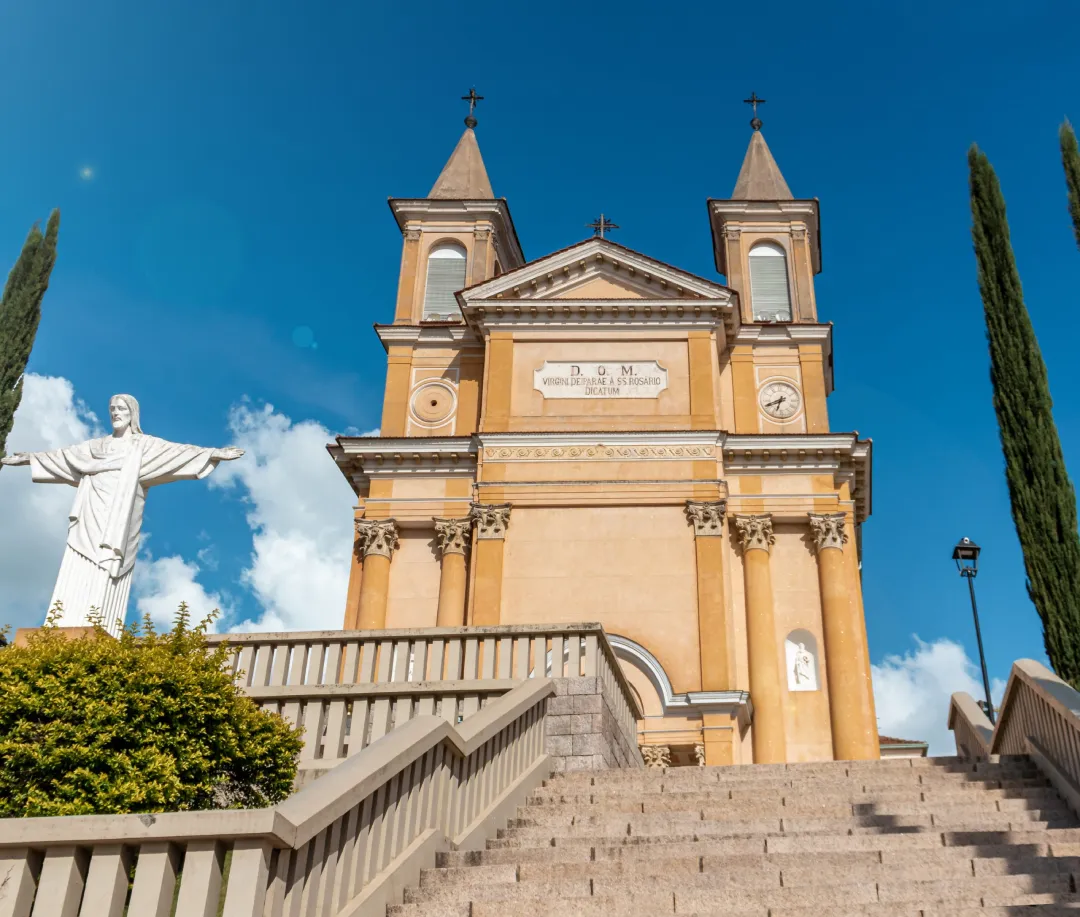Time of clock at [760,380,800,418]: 6:41
